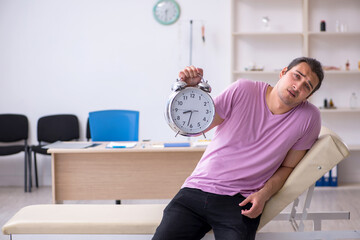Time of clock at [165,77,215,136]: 8:32
